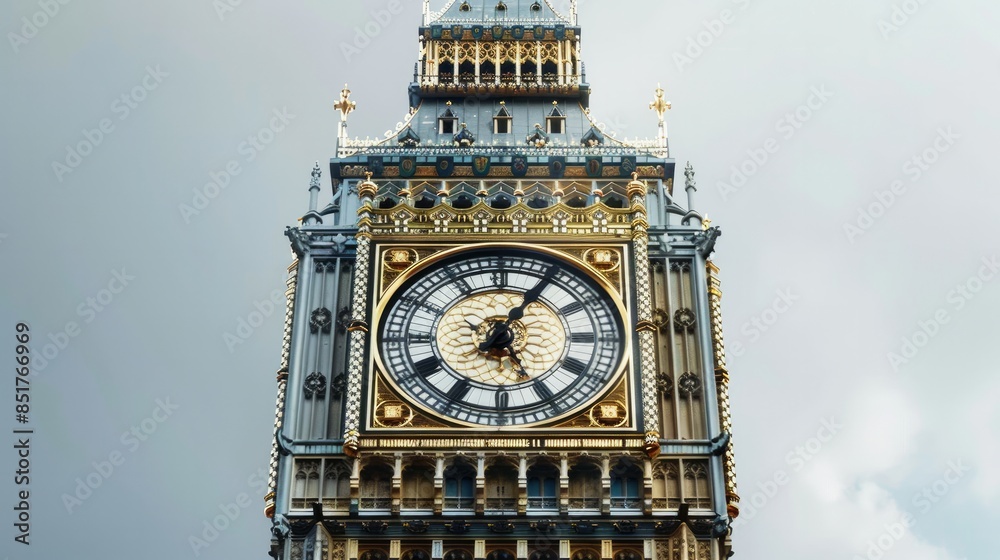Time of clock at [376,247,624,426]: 5:05
